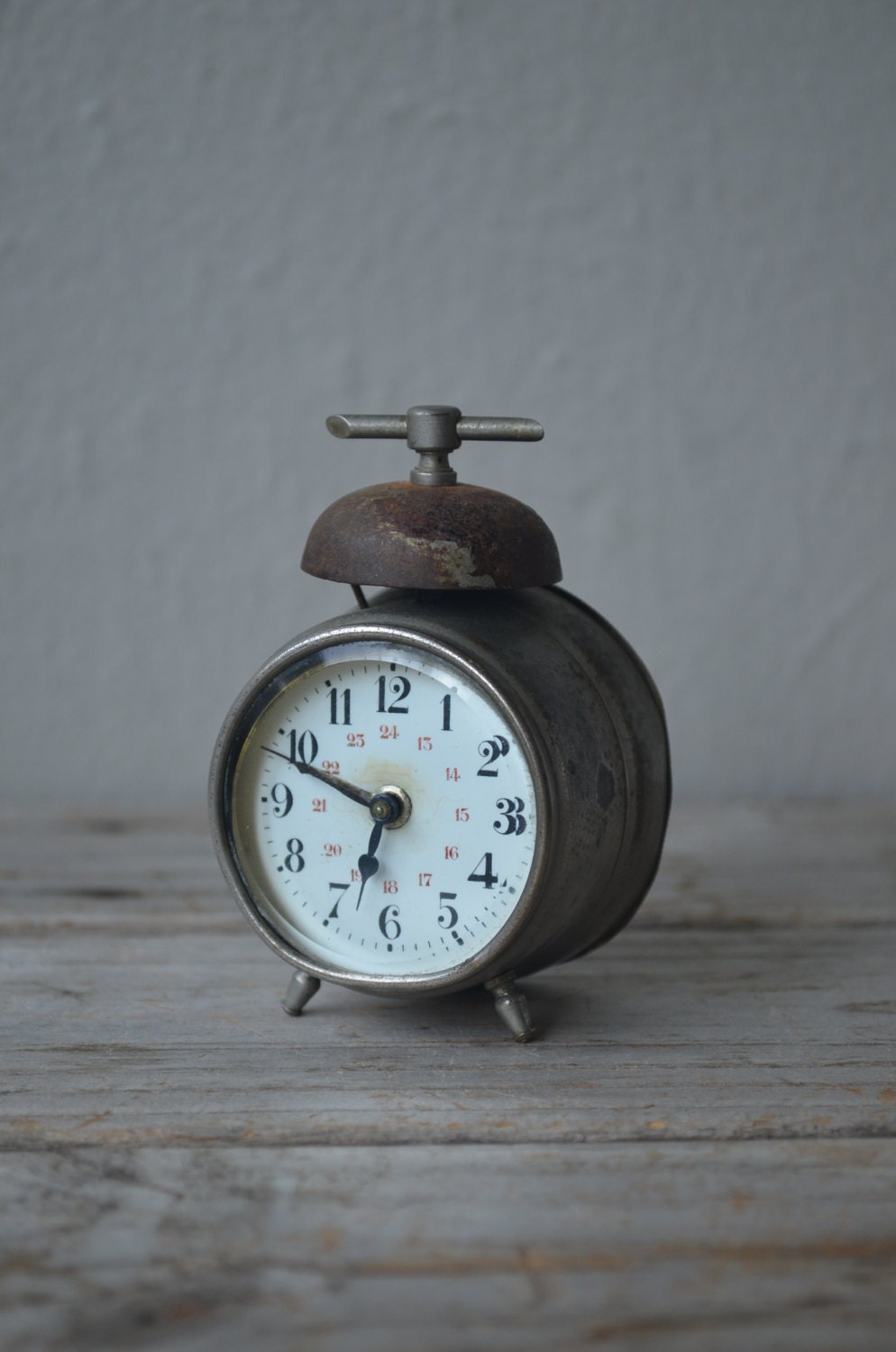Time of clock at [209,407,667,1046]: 6:48
